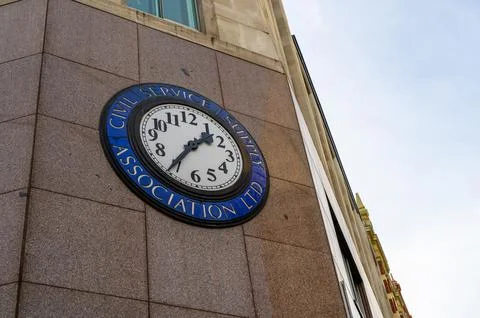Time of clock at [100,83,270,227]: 1:35
